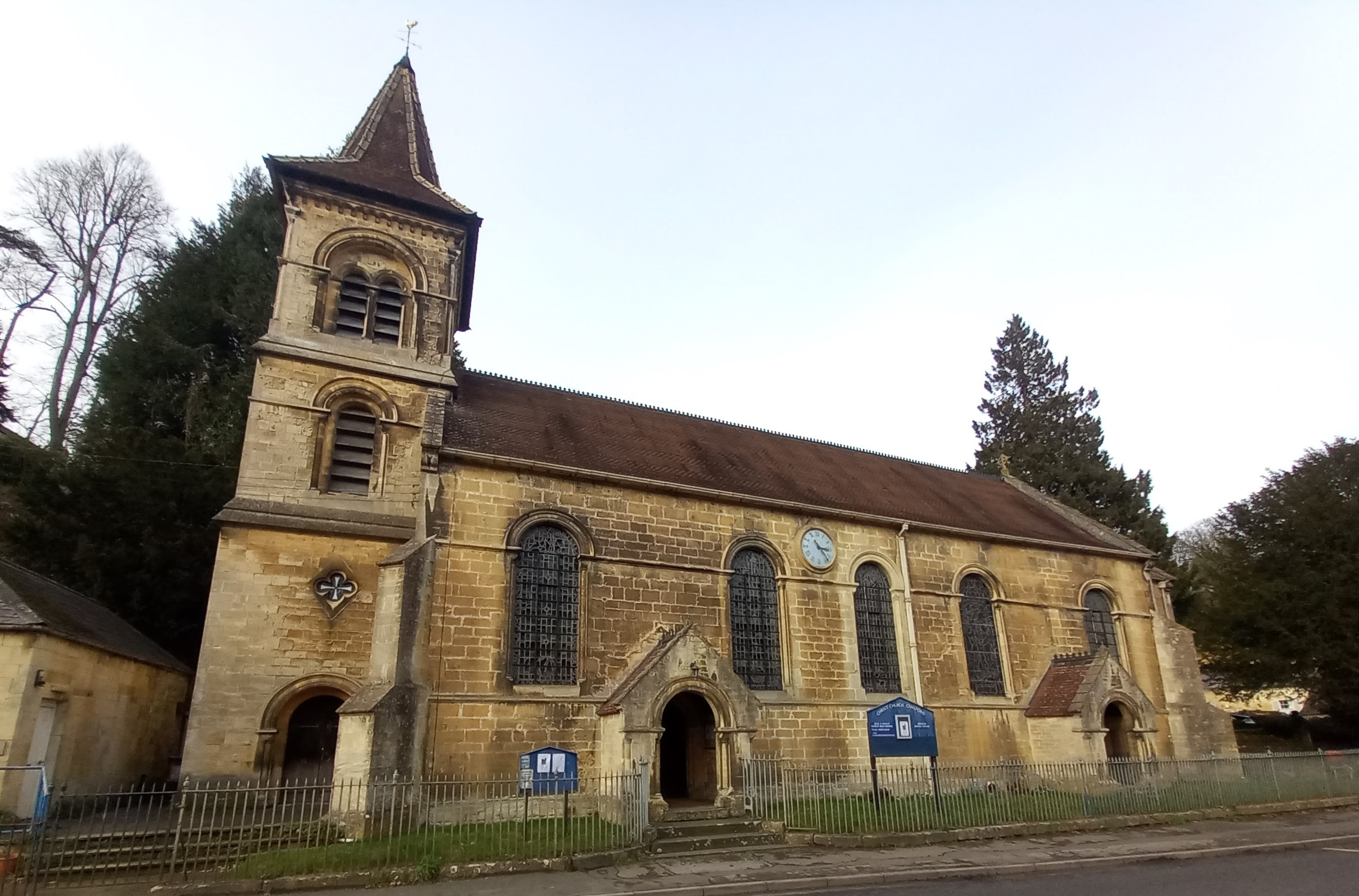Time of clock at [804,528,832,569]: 3:23
